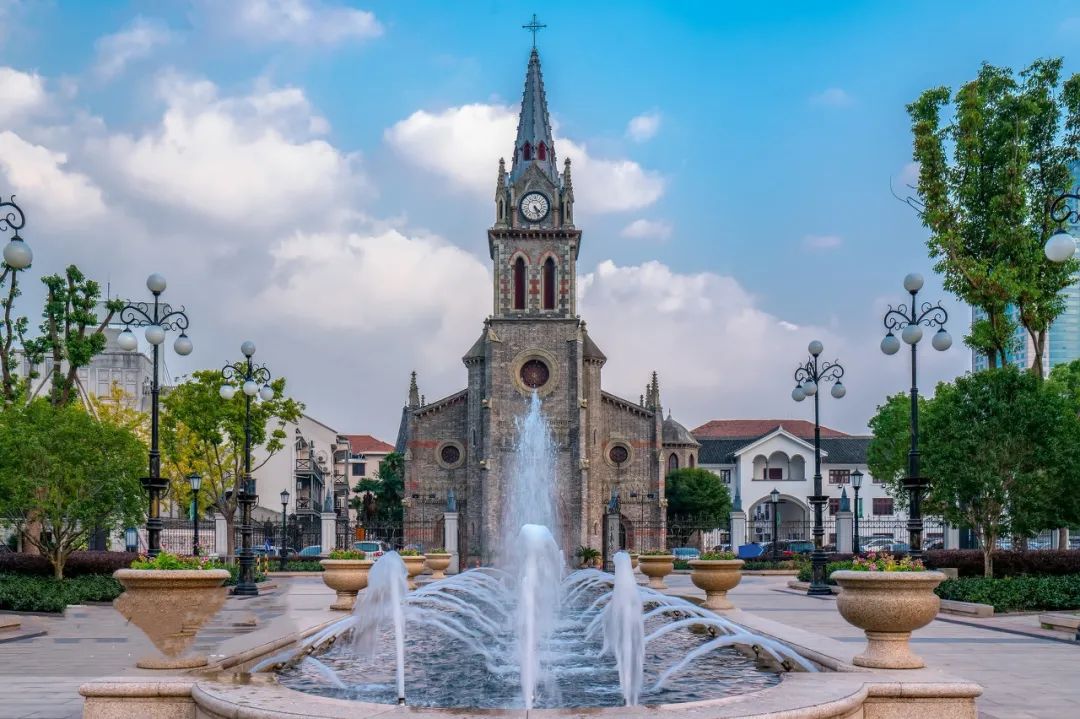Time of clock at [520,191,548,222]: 4:26
